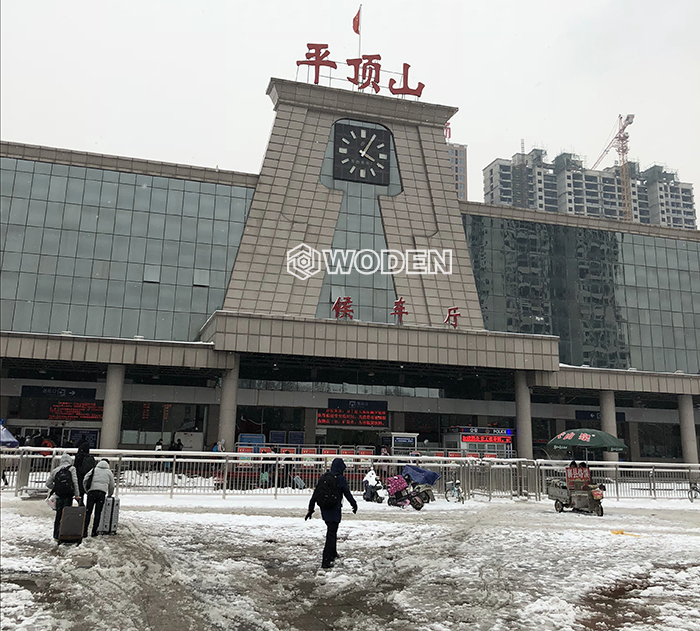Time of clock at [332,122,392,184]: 4:05
